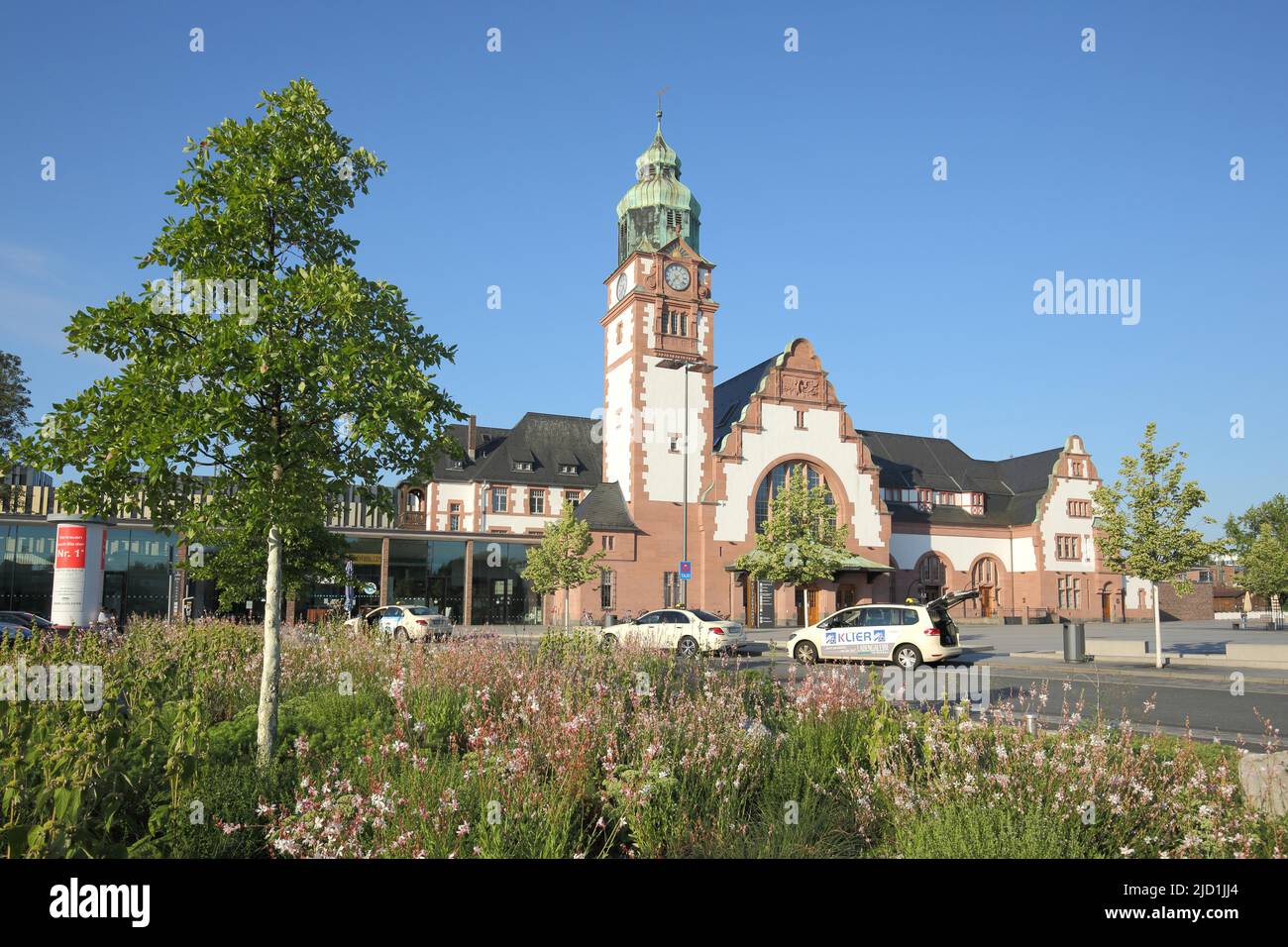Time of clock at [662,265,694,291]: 7:22
